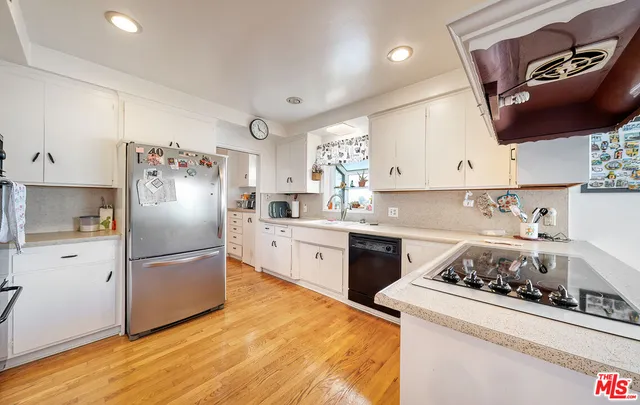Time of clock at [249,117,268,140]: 11:19
